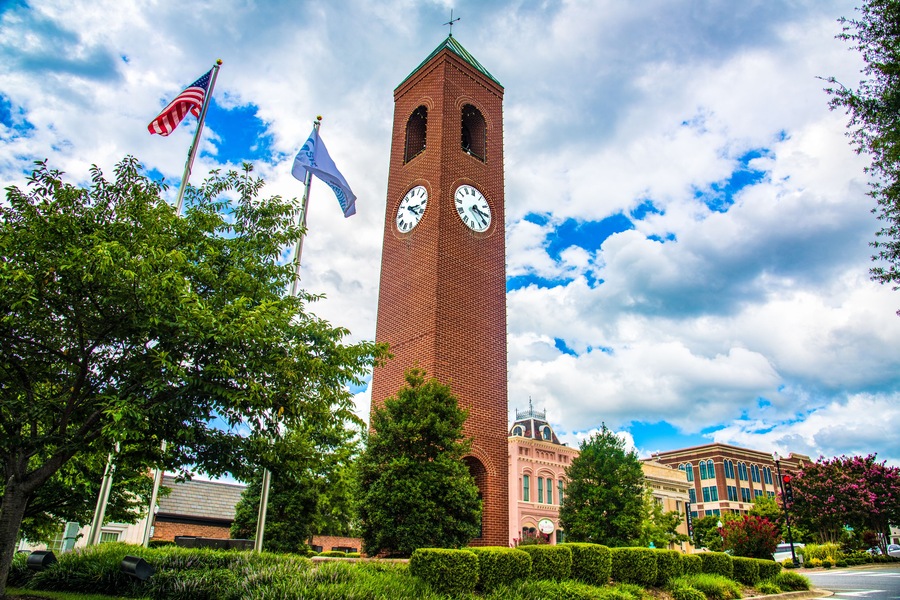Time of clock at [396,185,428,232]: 3:22
